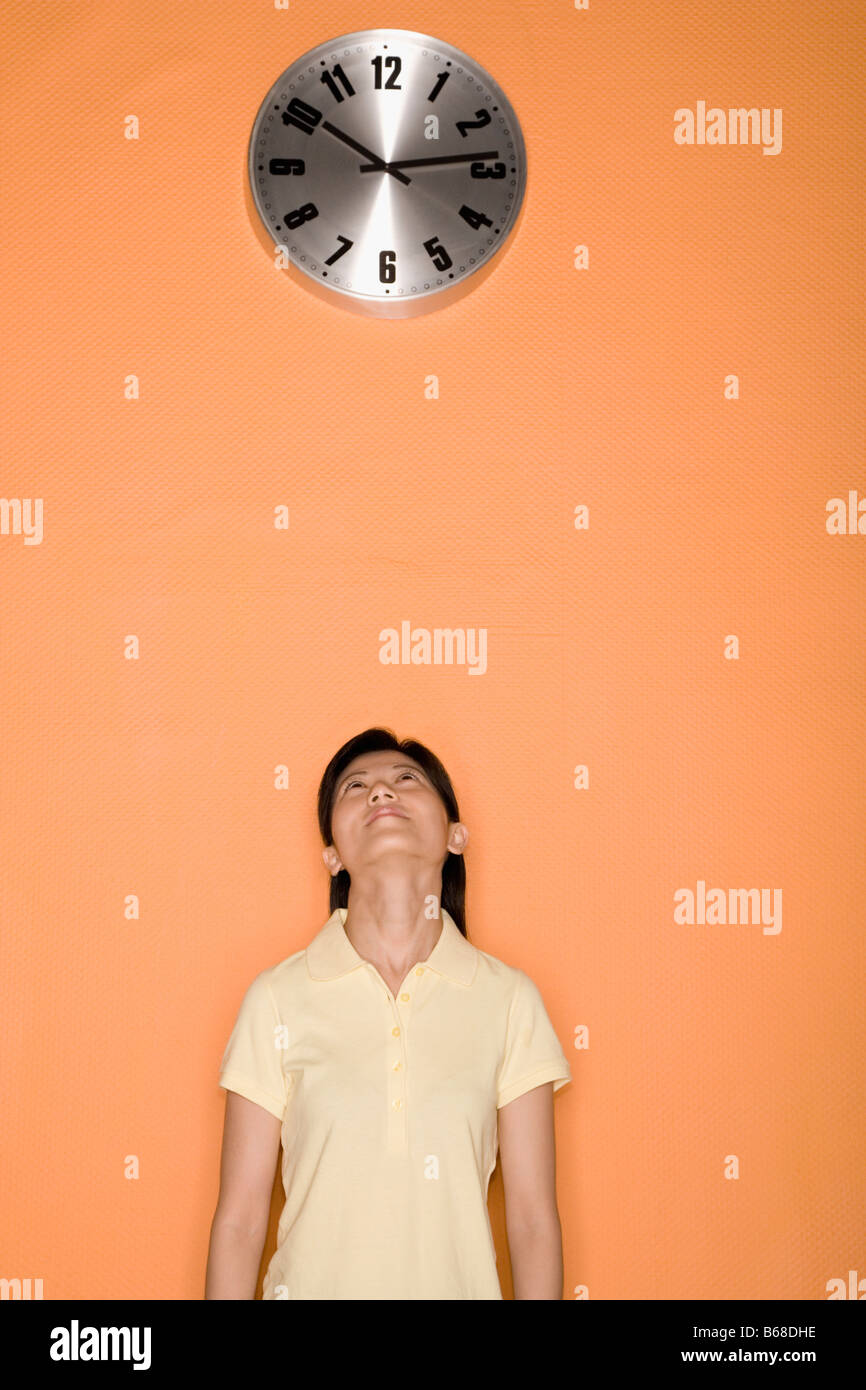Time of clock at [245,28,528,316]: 10:13
